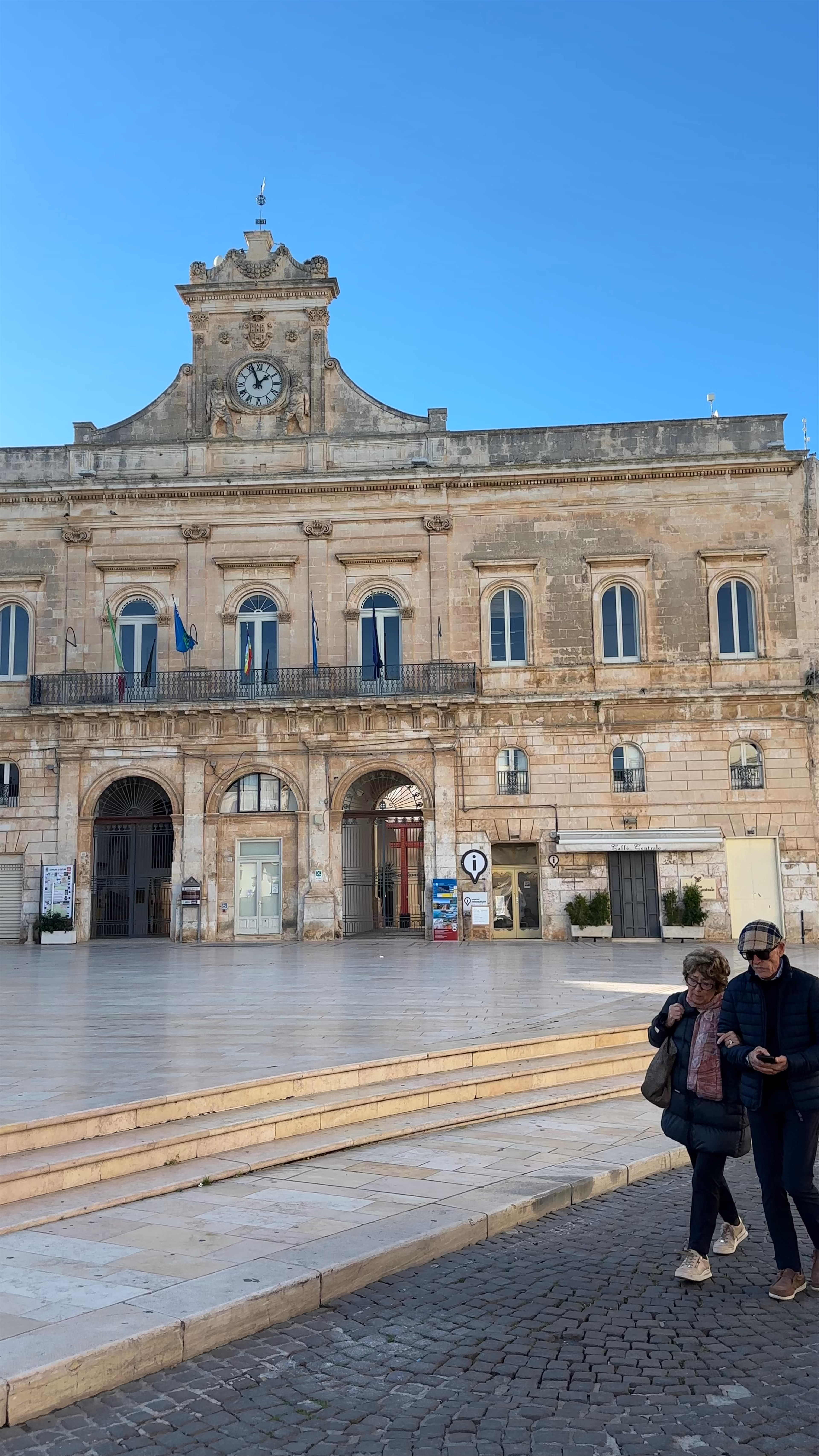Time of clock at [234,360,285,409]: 1:56
